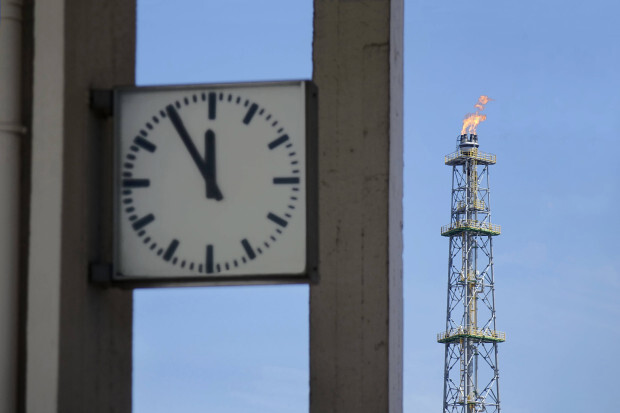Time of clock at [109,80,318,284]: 11:54
